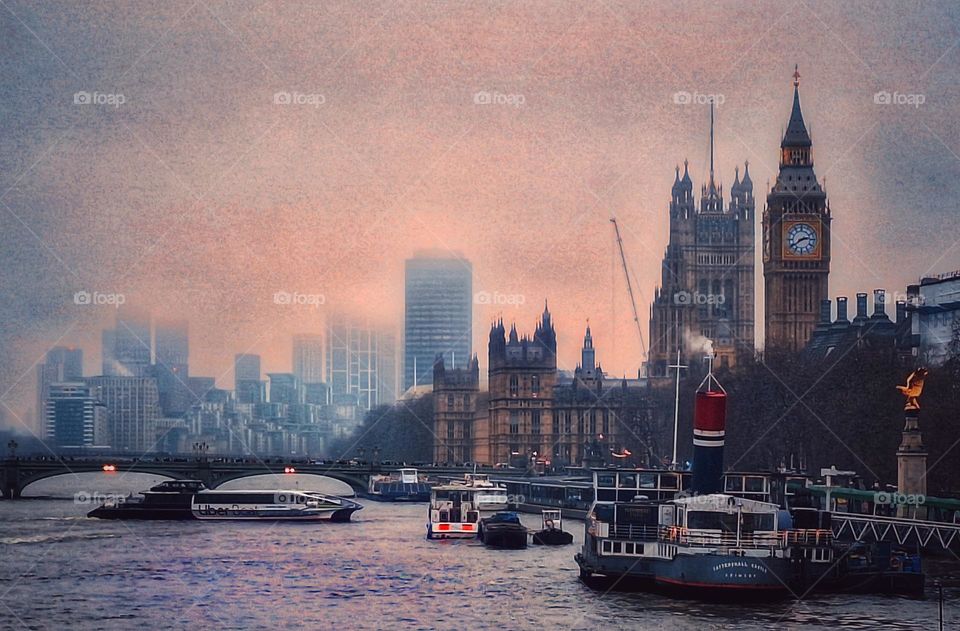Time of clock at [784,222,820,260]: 2:39
